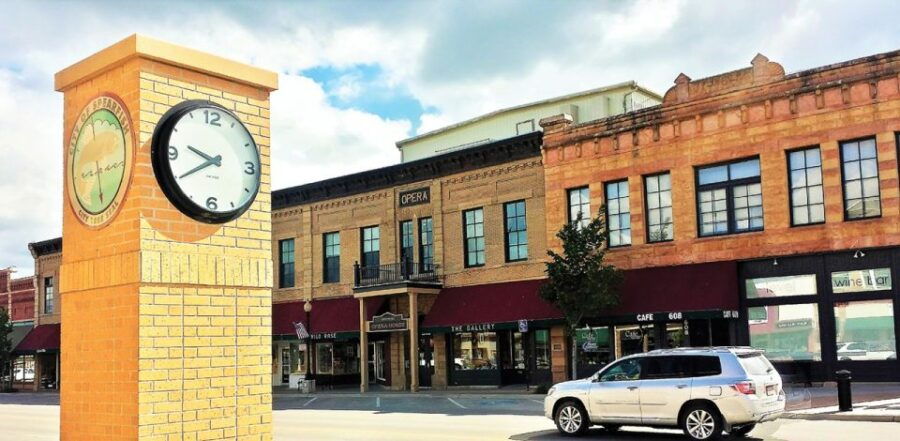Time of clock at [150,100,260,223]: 9:40
